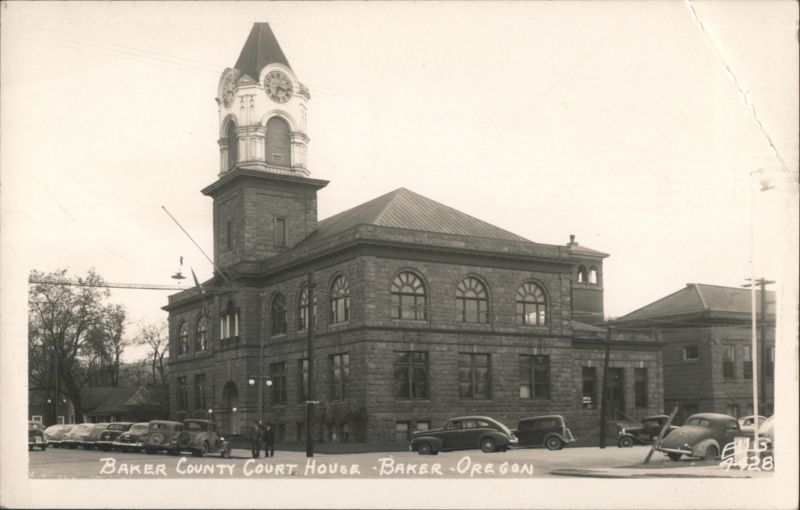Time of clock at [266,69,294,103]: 3:33
